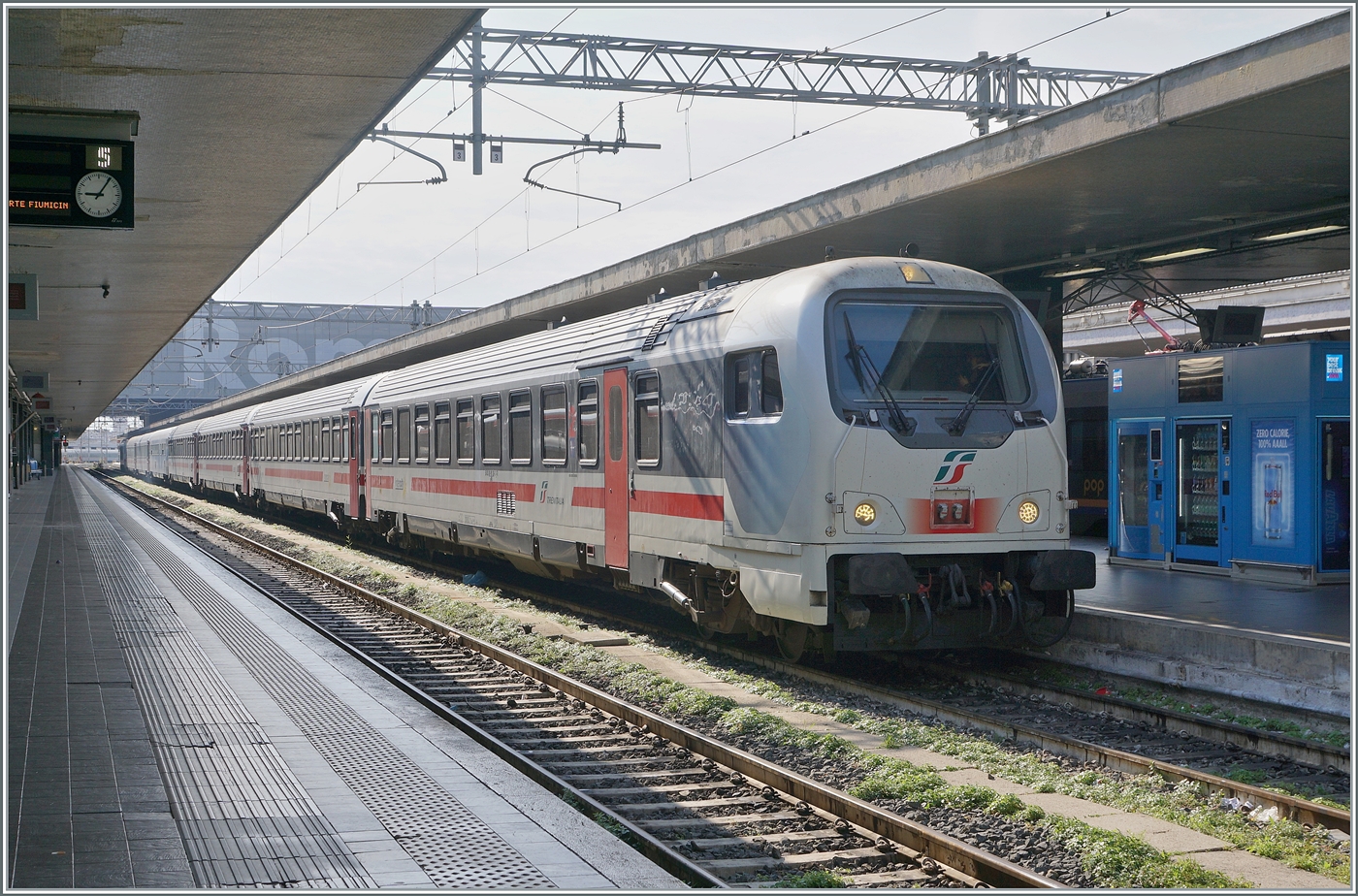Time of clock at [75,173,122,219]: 9:05
